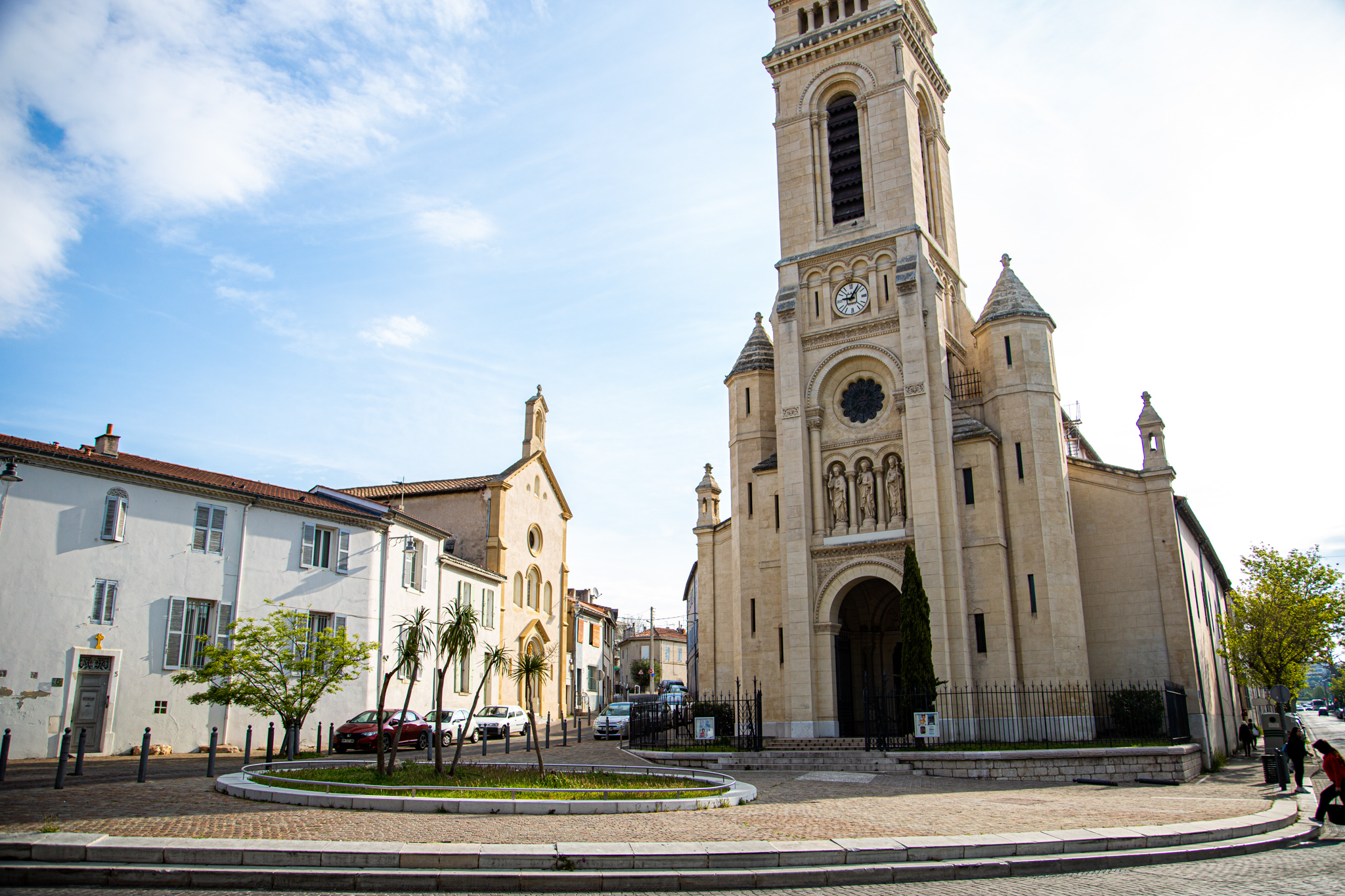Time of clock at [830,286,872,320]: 9:05
